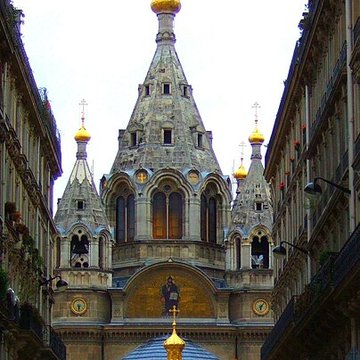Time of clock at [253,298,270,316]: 6:06
